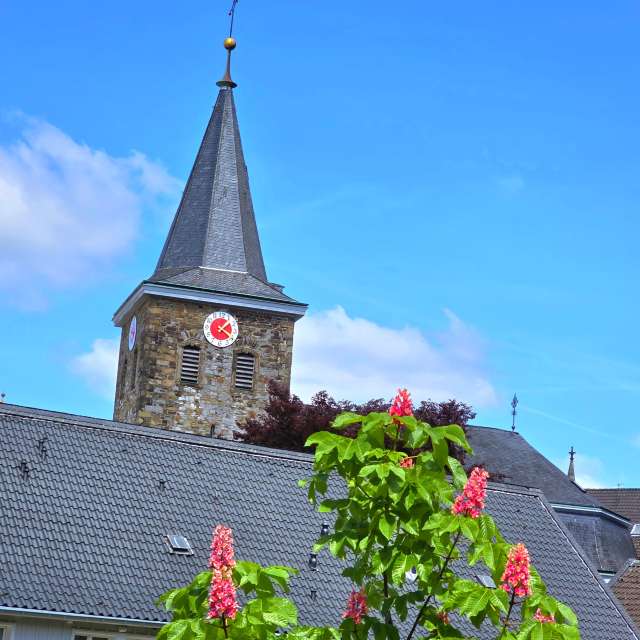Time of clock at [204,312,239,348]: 1:20
